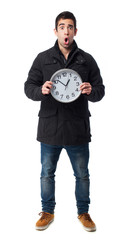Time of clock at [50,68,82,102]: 12:52
